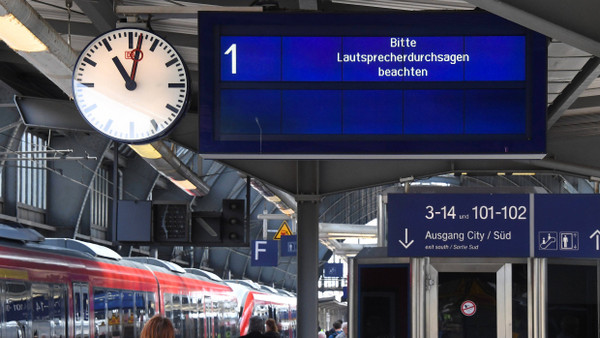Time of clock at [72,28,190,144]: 11:02
